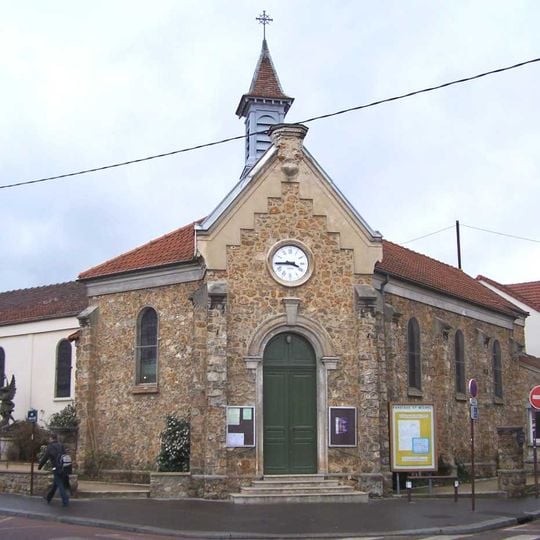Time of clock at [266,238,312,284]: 3:44
